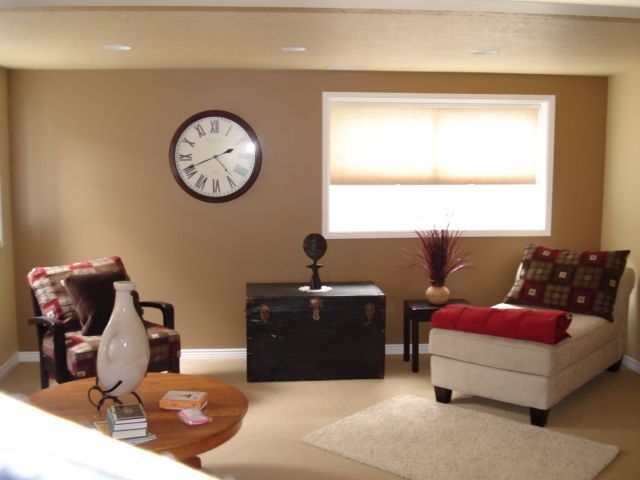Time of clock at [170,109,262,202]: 4:41
